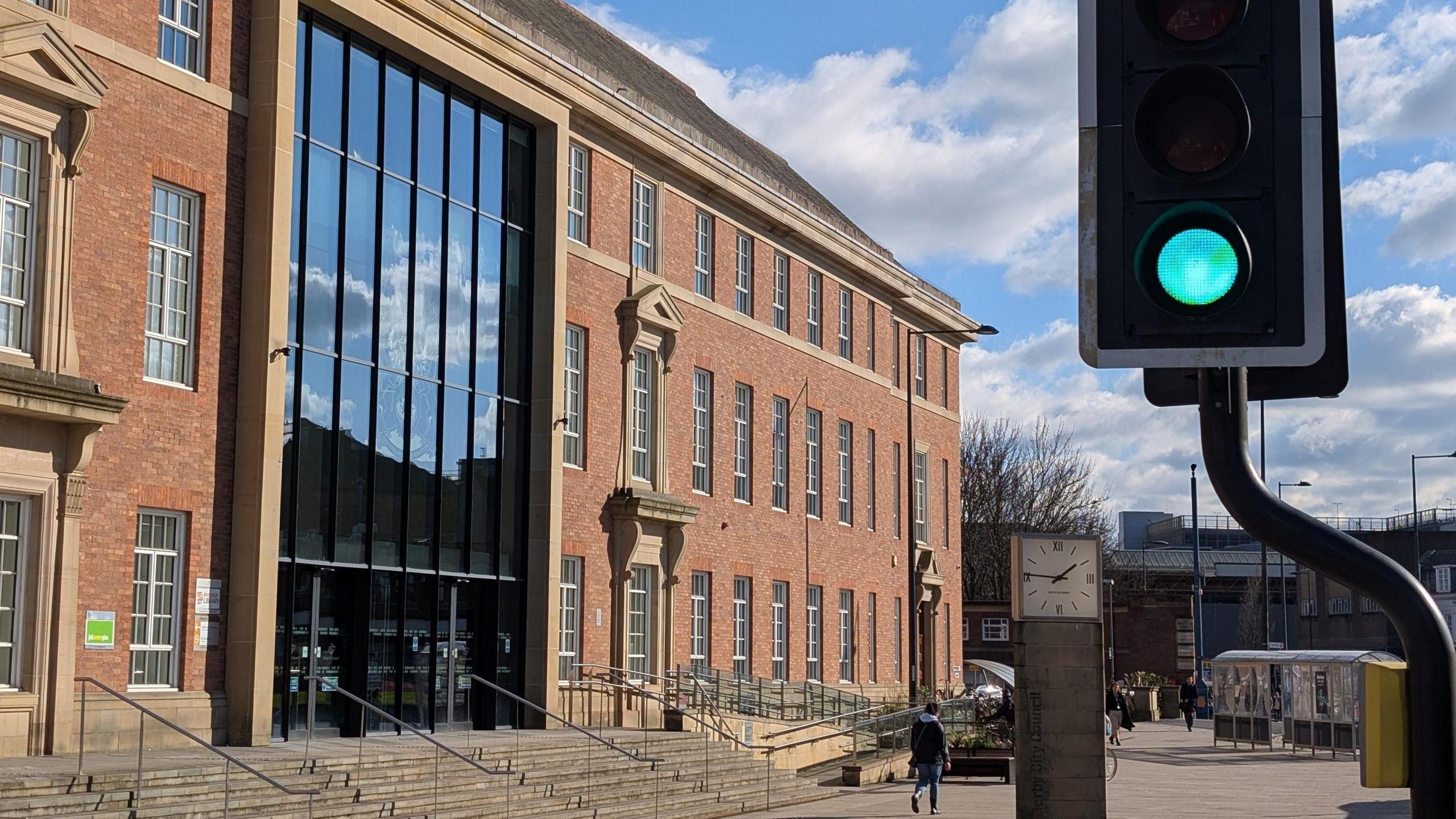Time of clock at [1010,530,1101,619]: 1:46
